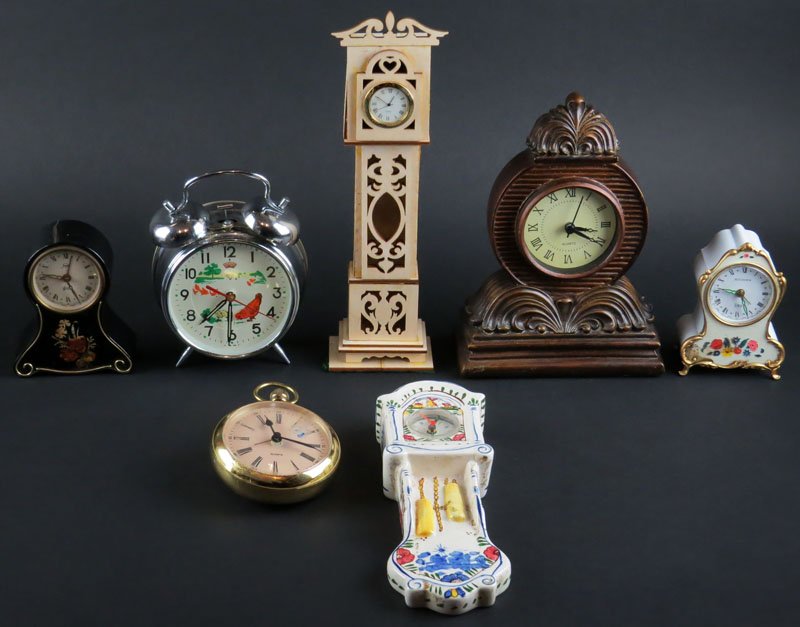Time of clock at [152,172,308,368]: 7:30
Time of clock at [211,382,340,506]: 11:16
